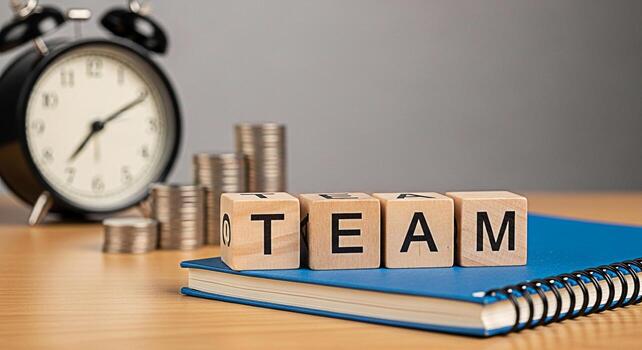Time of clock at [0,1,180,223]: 7:10
